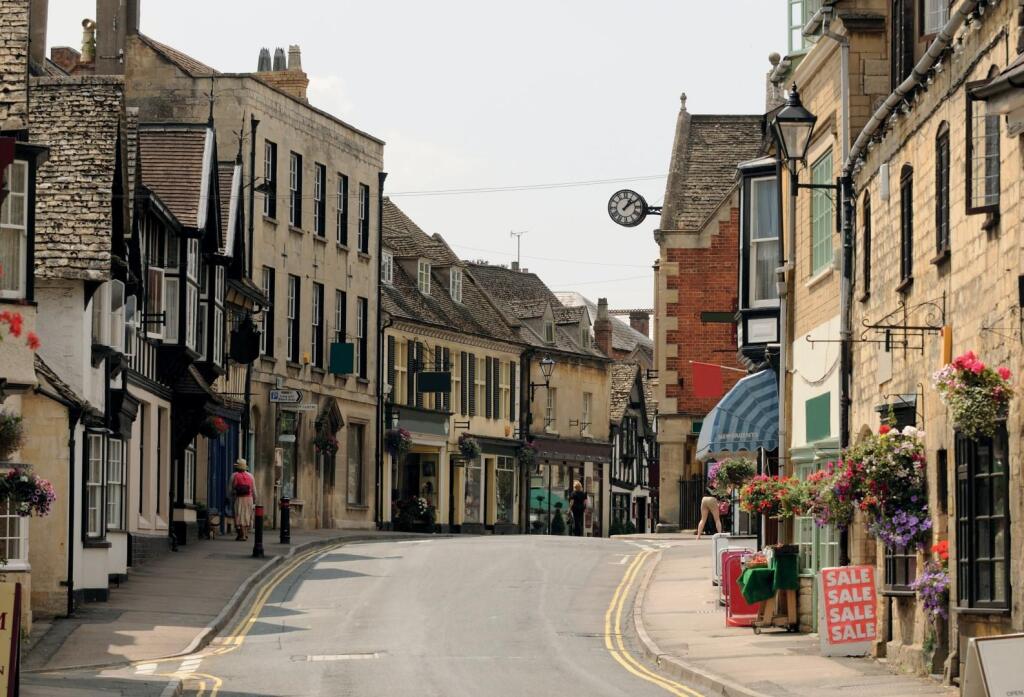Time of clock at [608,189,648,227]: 1:09
